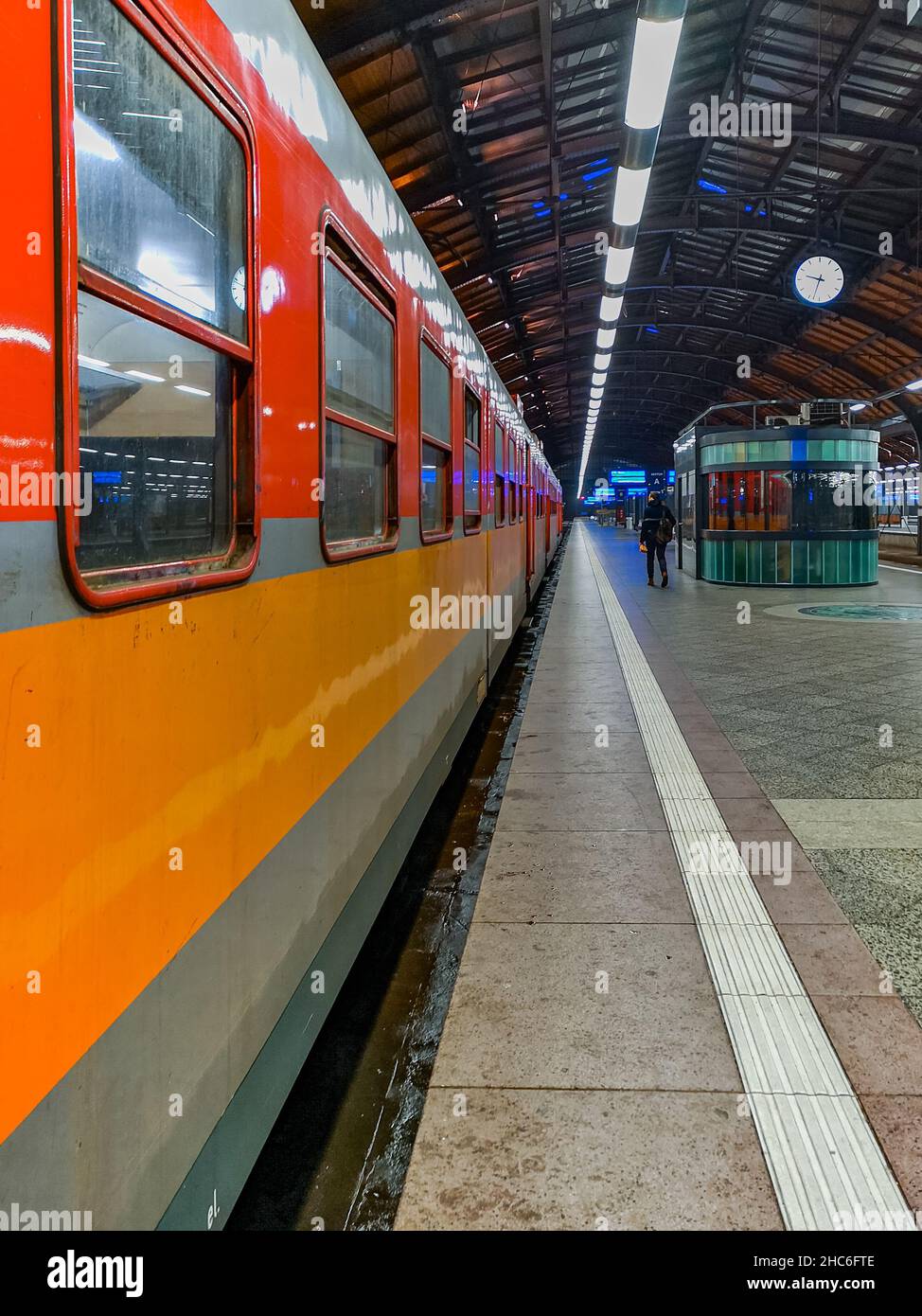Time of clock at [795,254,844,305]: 9:32
